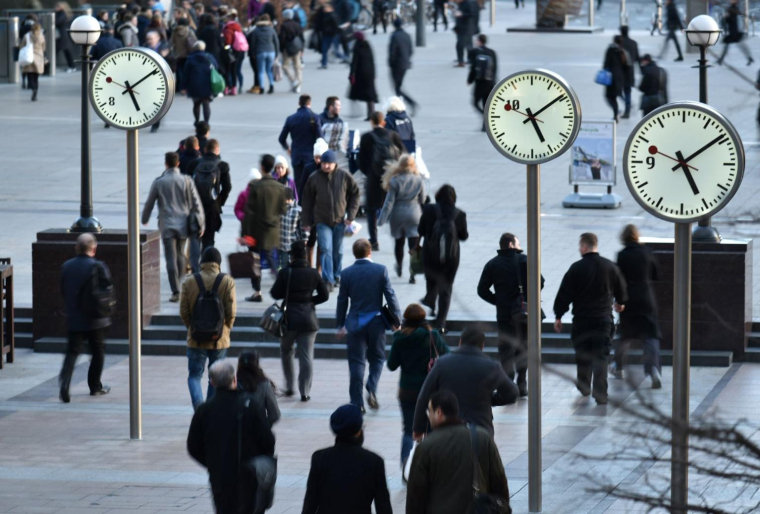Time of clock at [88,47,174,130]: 5:09
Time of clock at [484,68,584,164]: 5:09
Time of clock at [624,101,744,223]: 5:09
